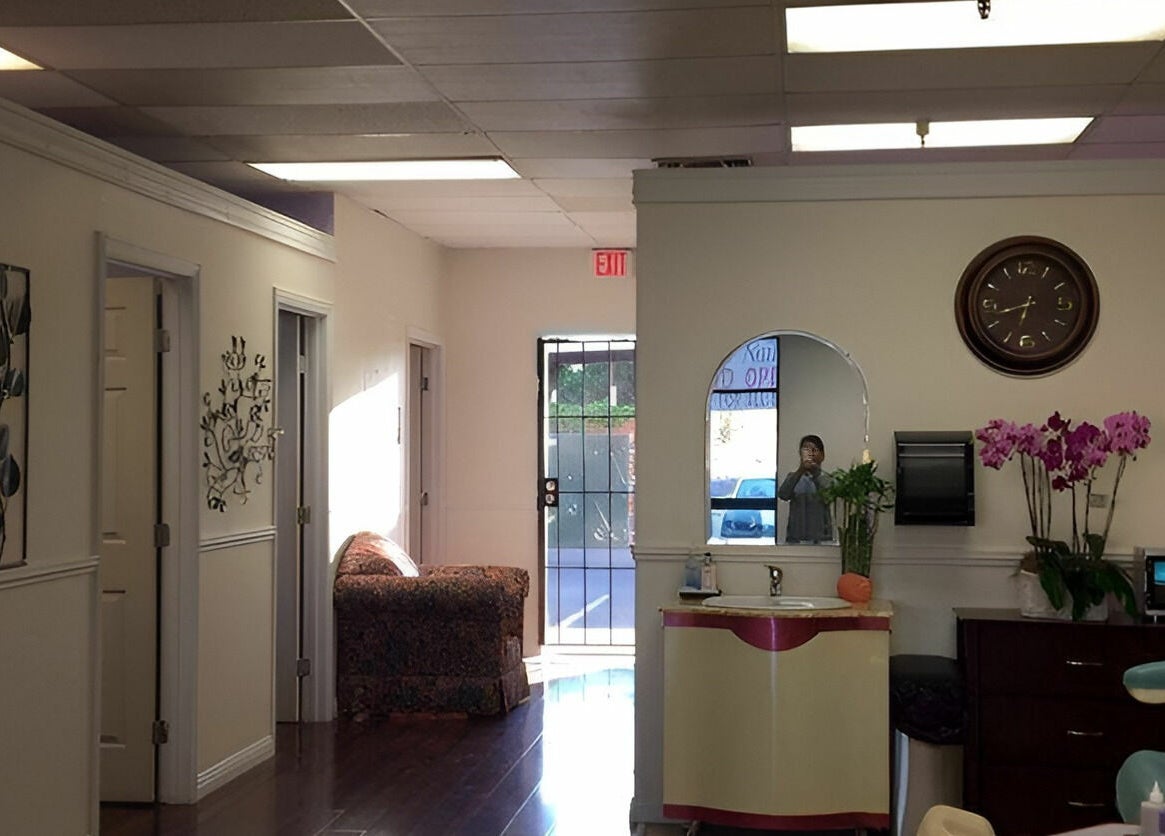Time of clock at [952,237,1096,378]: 6:42
